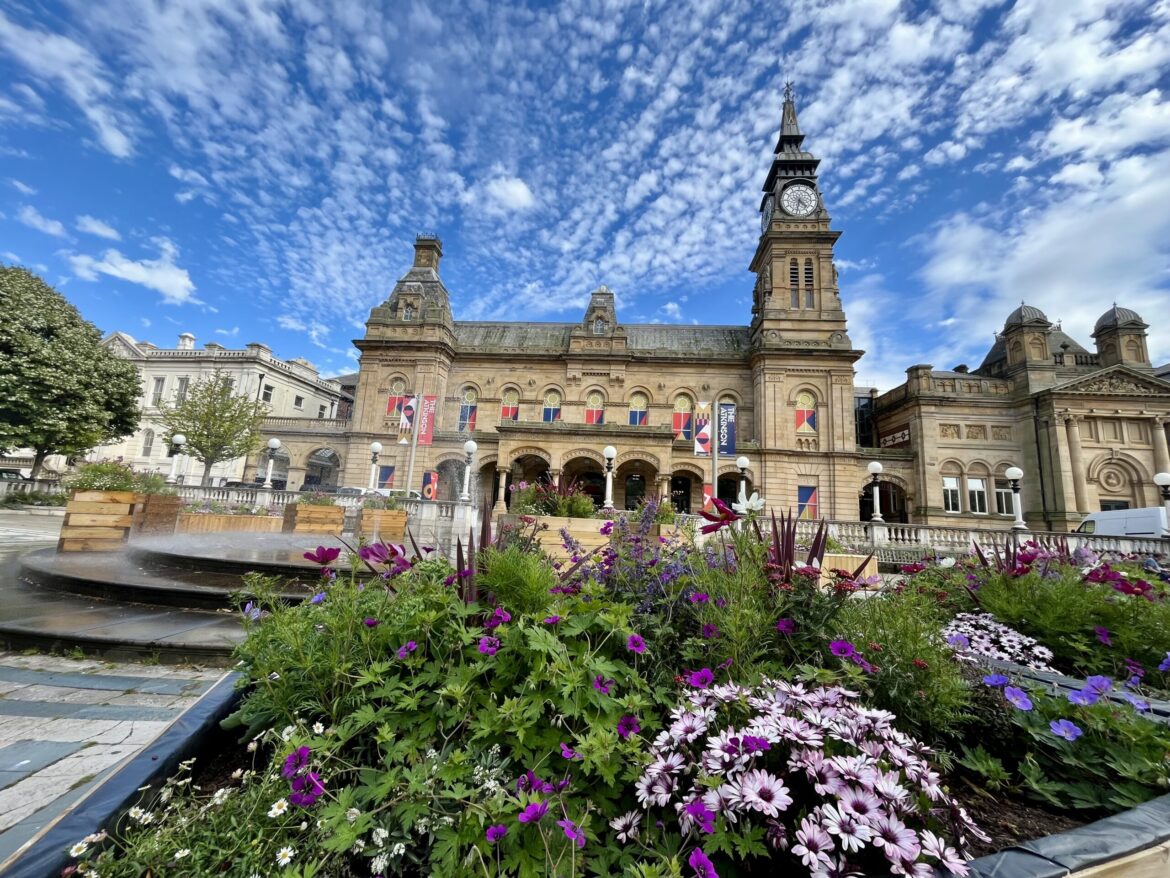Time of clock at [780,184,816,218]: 4:31
